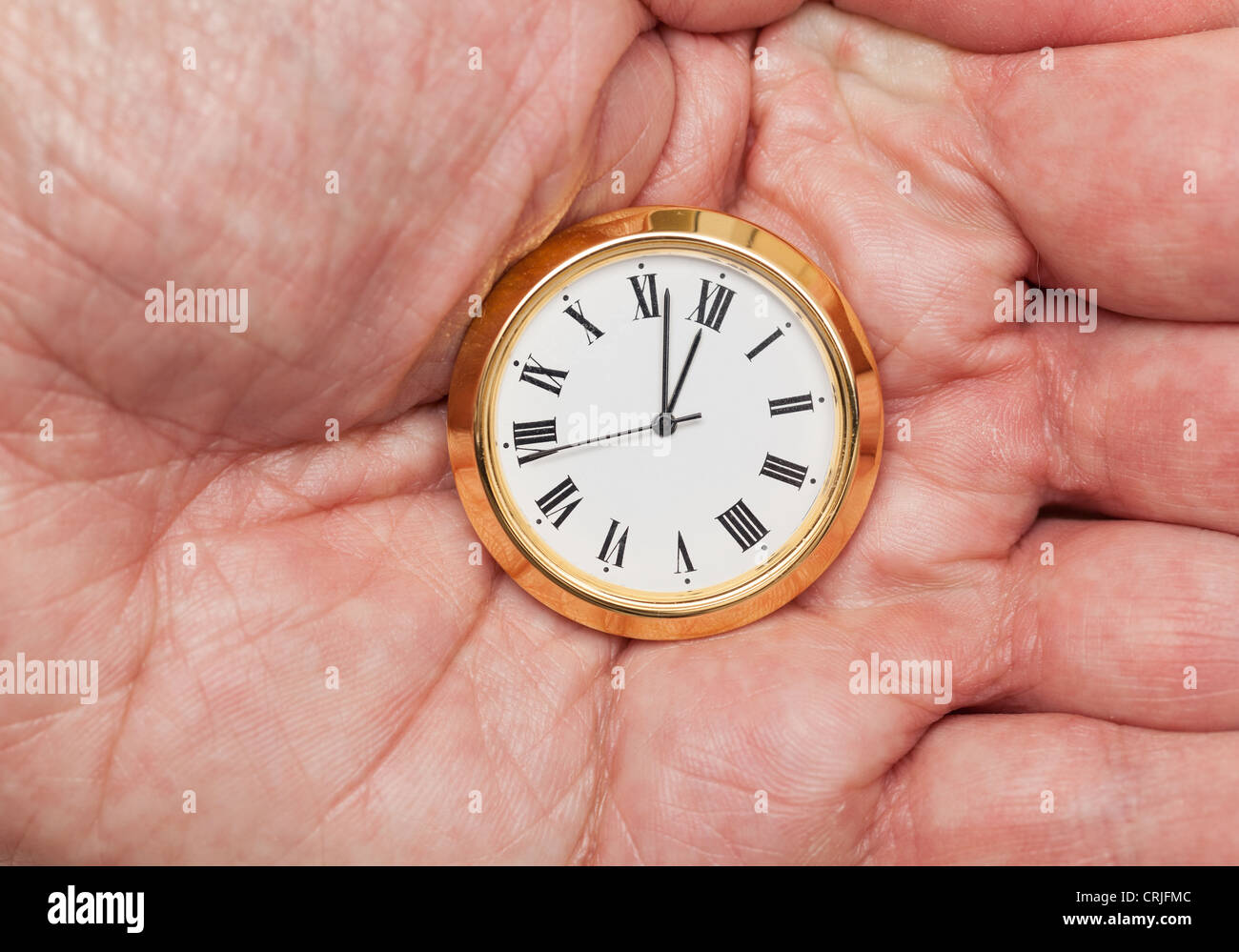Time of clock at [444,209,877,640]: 11:56
